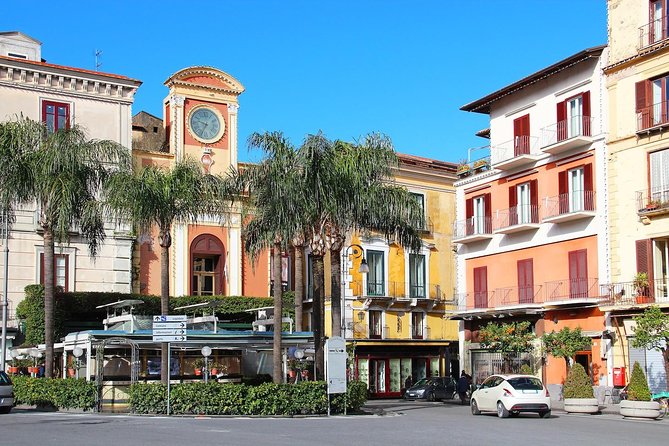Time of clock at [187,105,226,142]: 9:34
